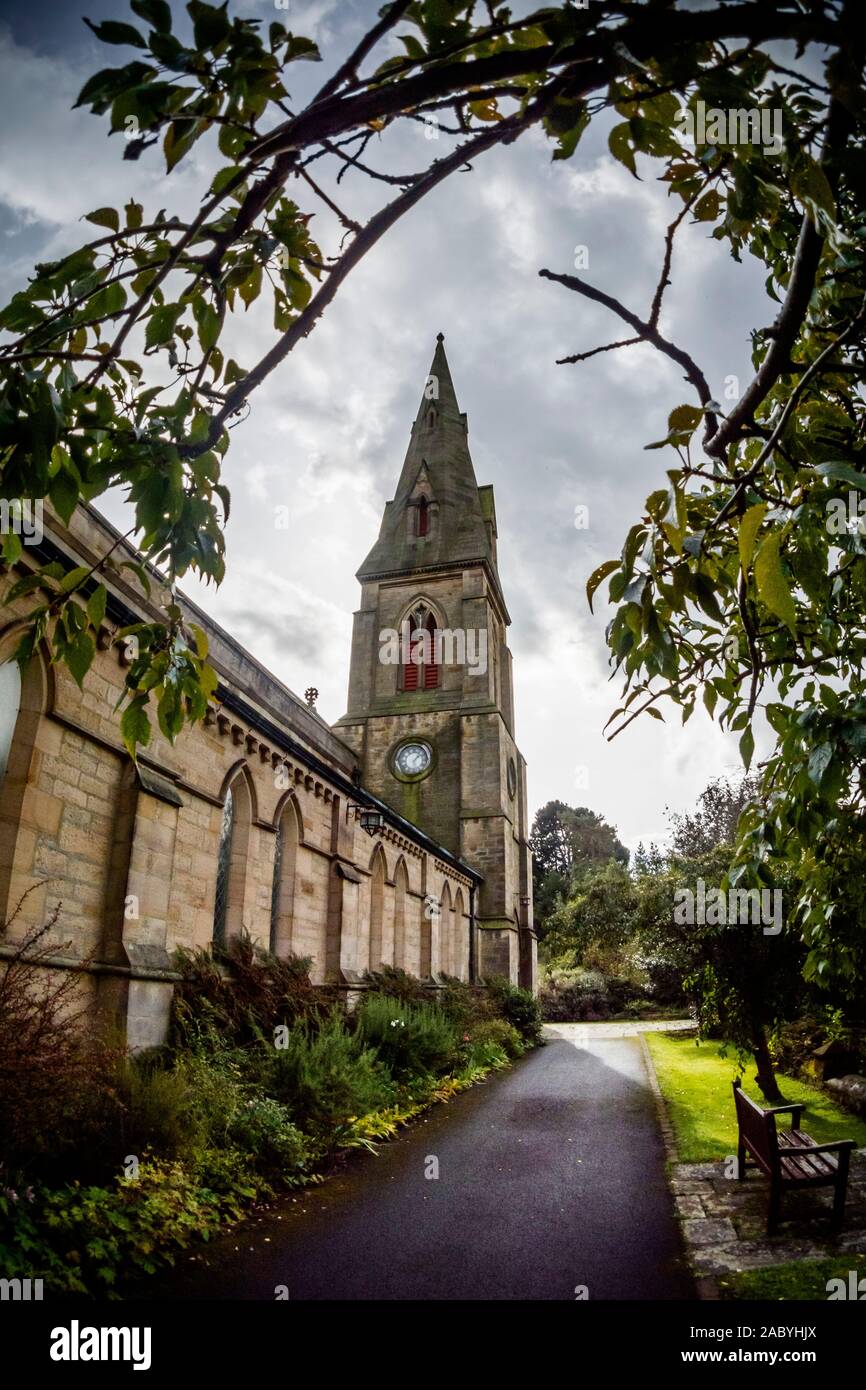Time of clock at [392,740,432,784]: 1:28
